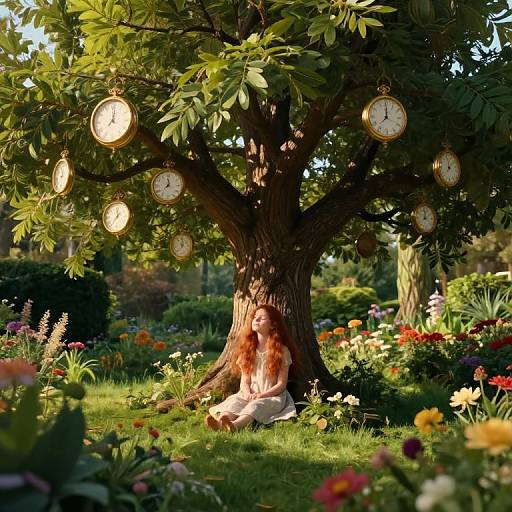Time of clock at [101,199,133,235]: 11:36
